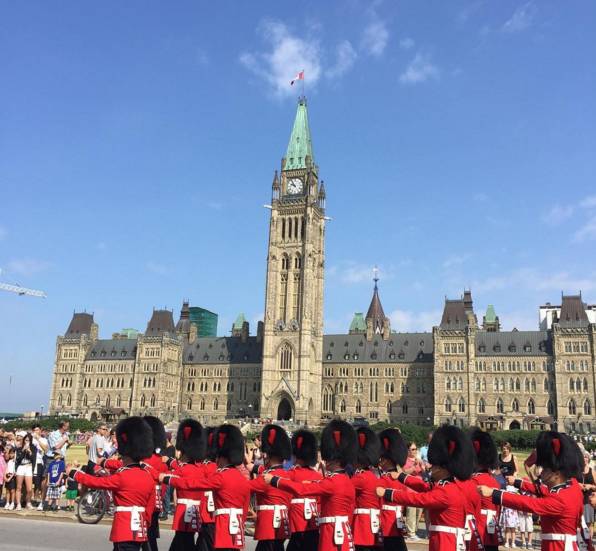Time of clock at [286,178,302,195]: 9:54
